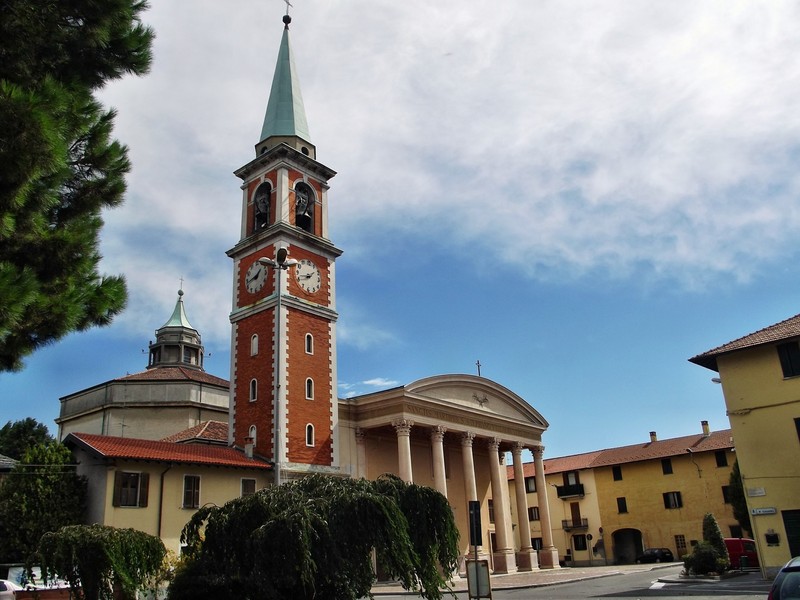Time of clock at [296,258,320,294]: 1:42
